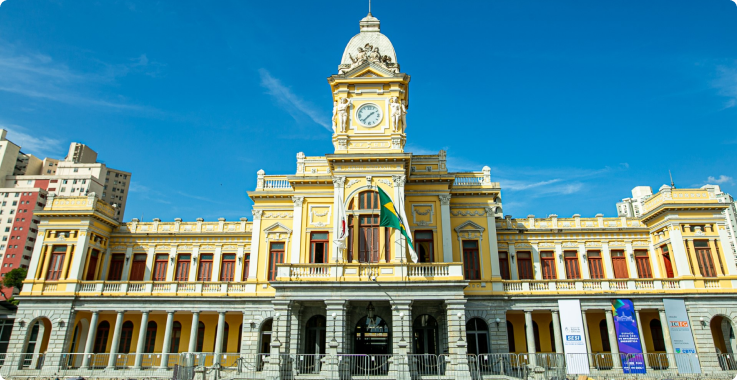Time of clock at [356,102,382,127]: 1:37
